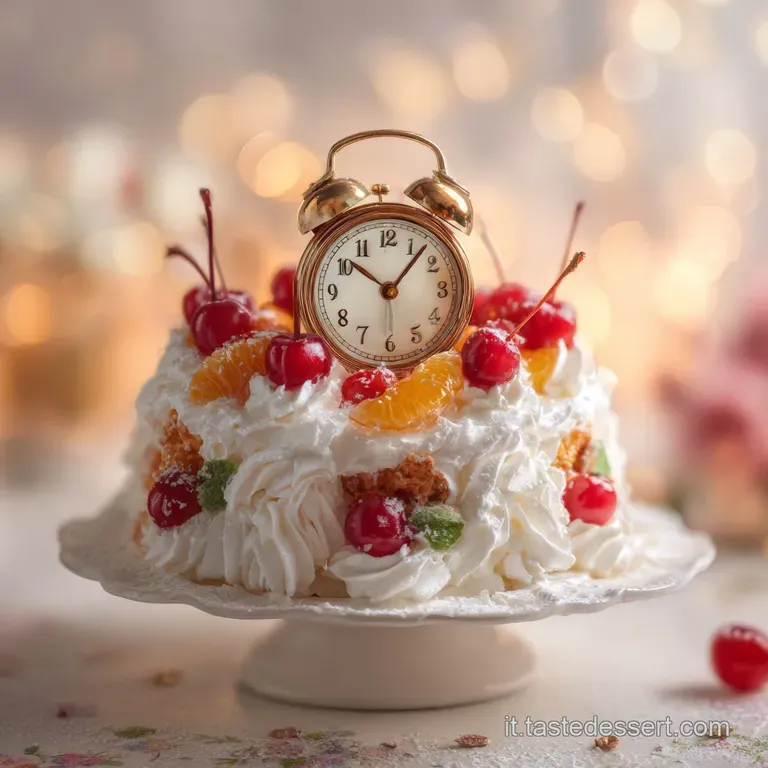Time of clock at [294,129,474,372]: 10:07
